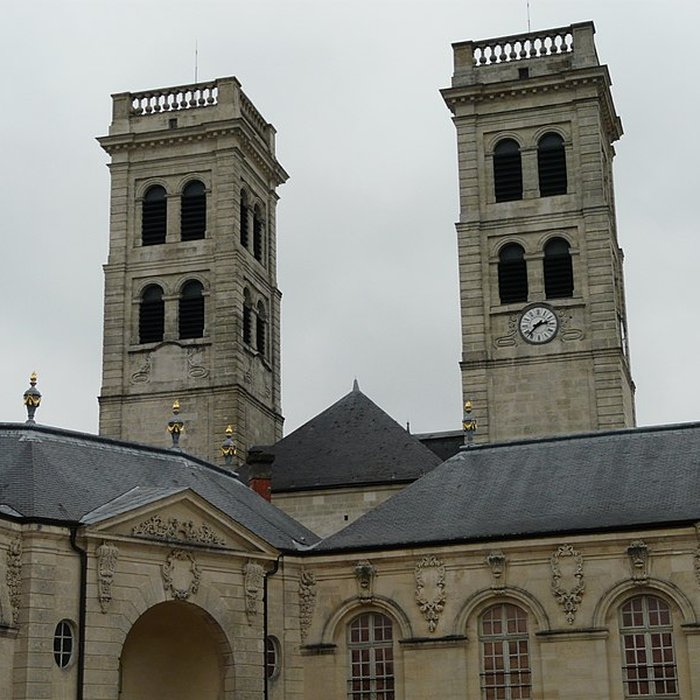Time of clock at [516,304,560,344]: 2:37
